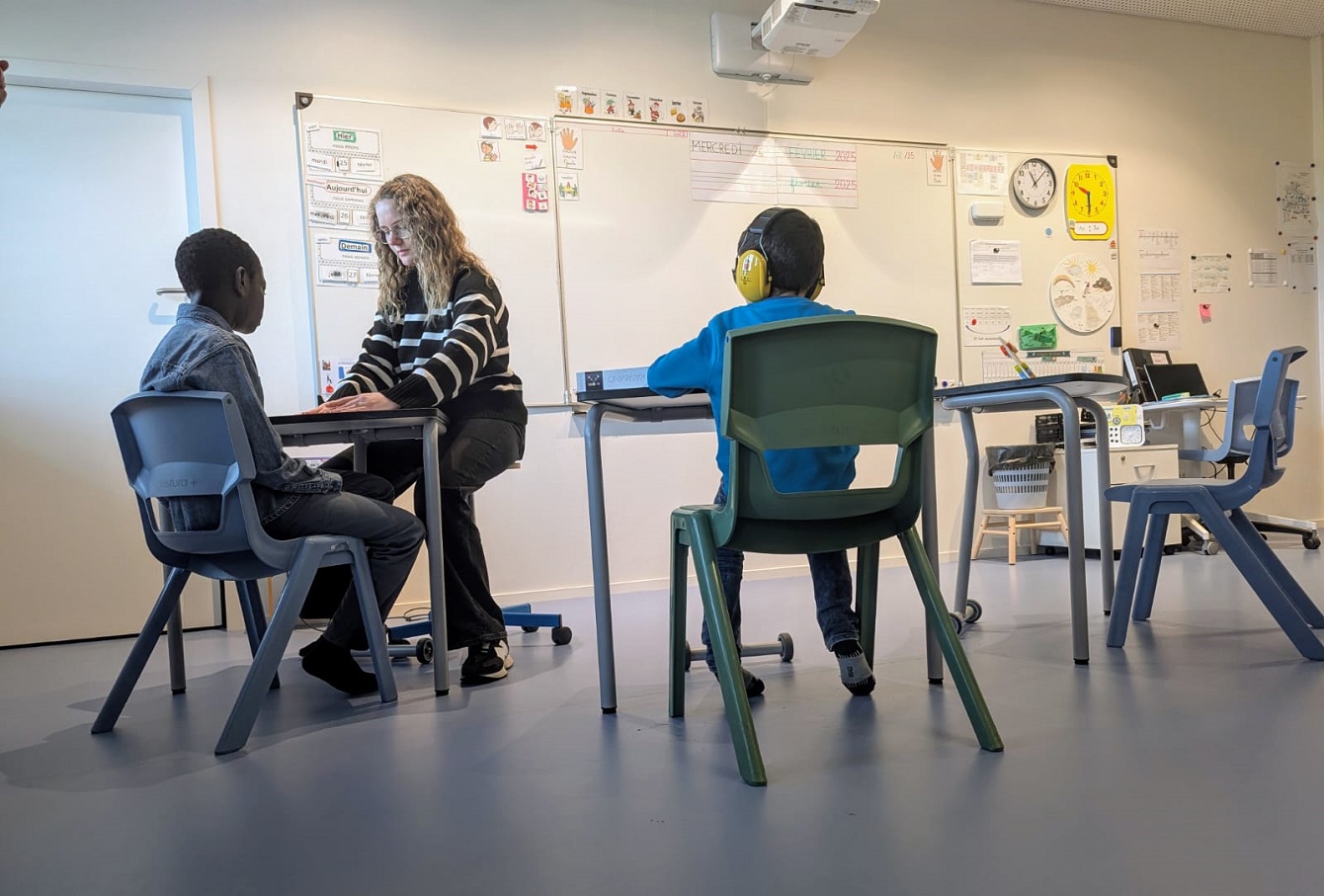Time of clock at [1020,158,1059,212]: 11:07
